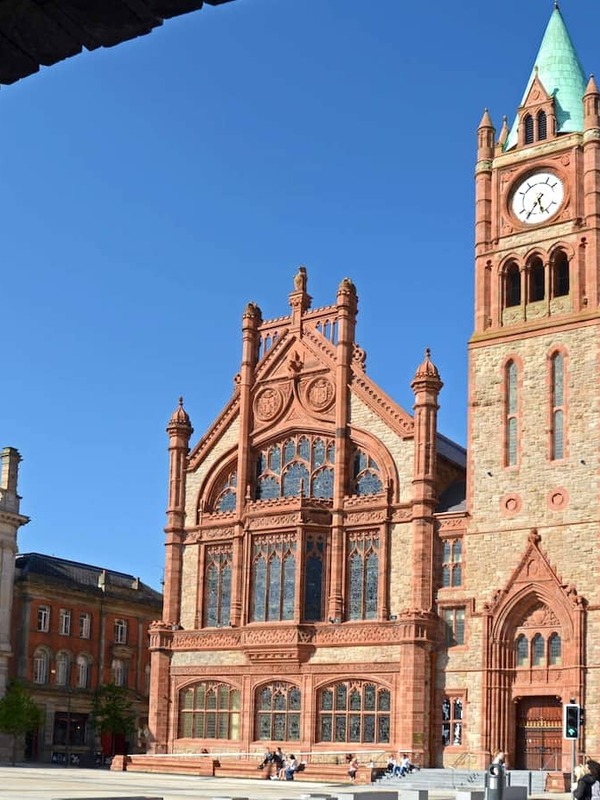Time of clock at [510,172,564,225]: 5:35
